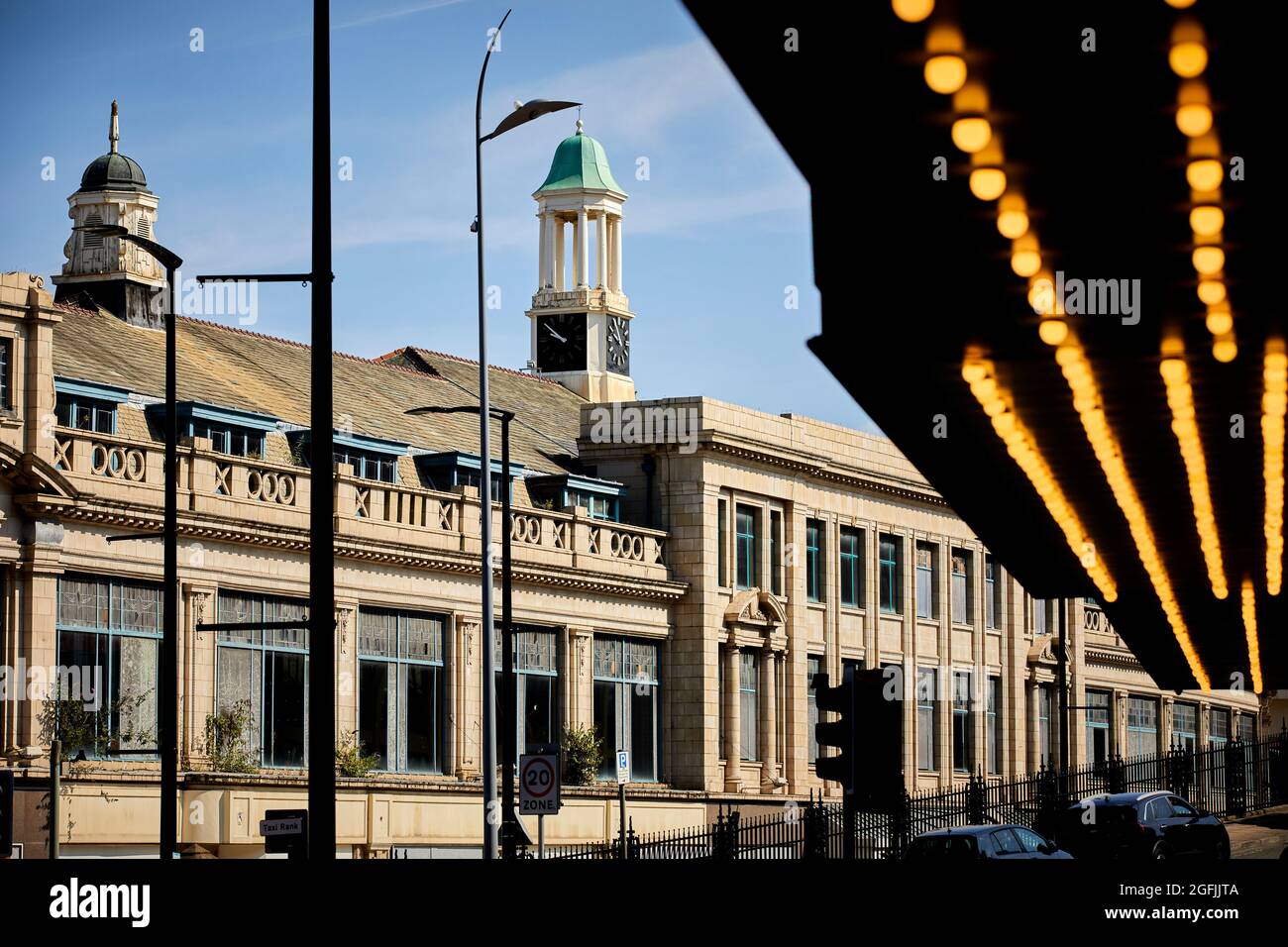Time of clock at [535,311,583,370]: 9:51
